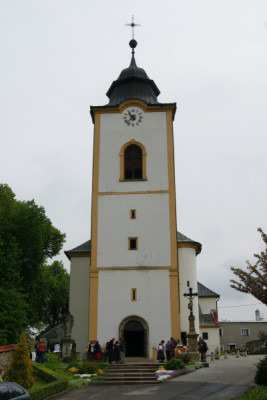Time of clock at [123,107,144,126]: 10:37
